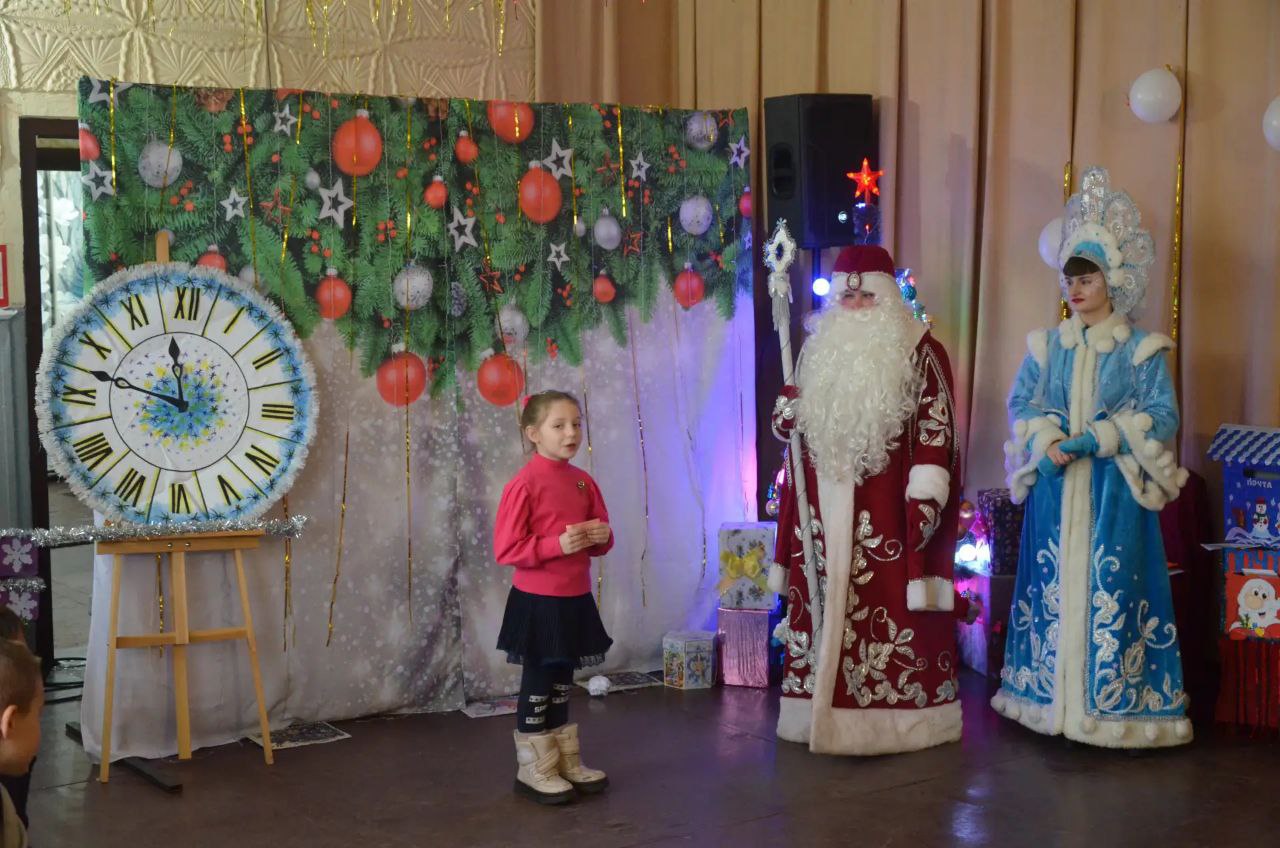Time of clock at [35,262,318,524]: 11:47
